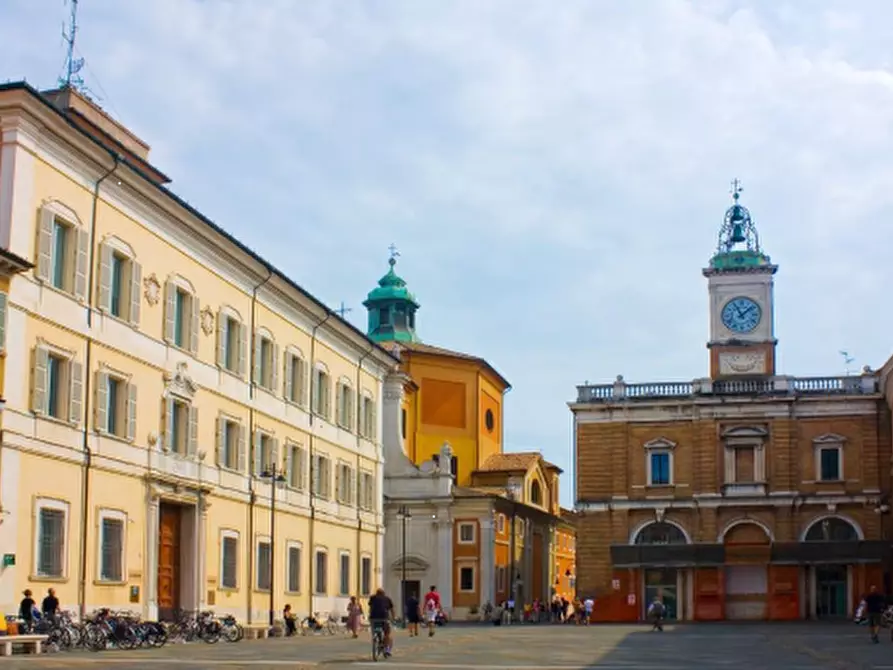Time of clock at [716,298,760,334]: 11:07
